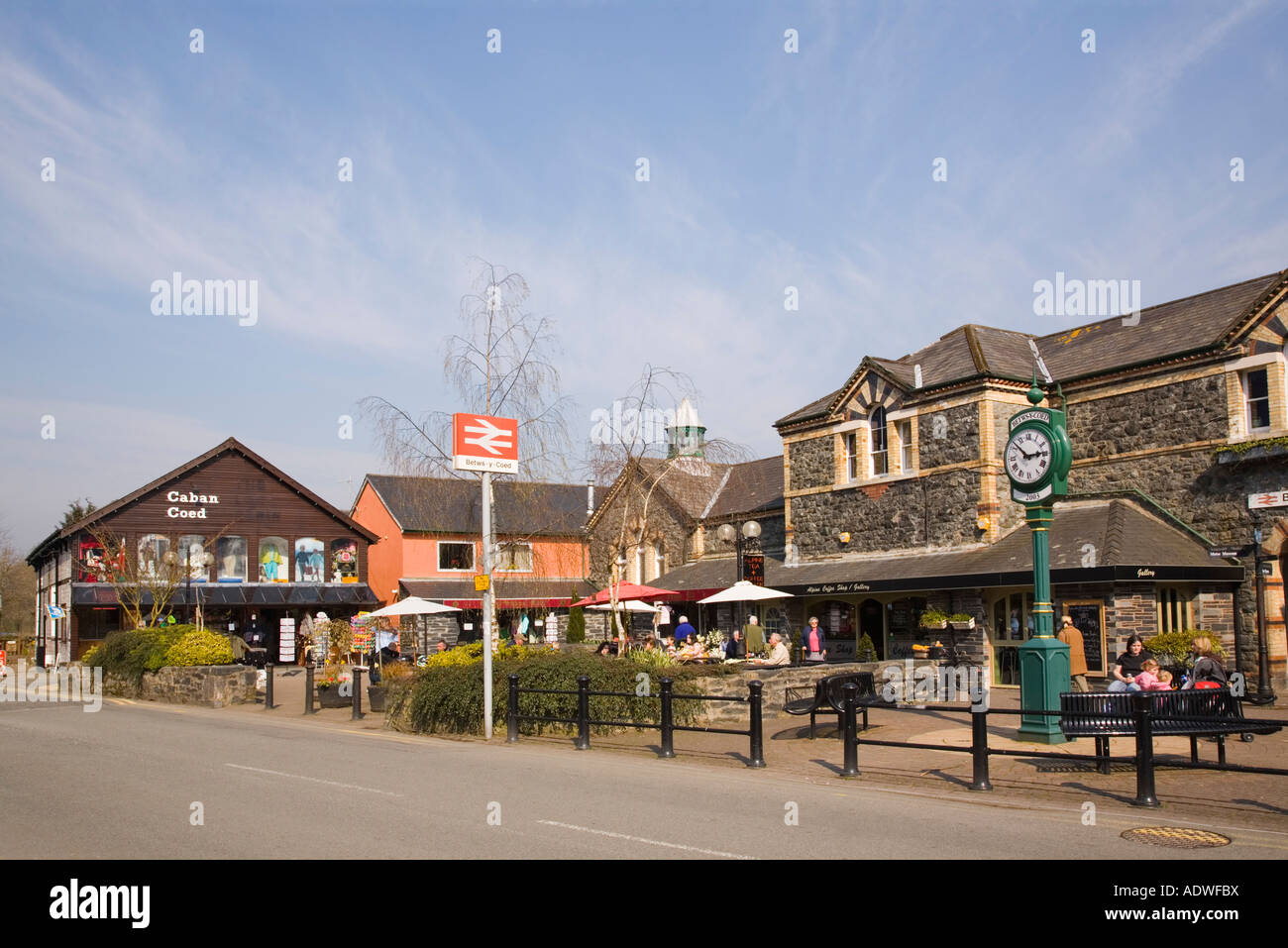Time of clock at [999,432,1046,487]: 2:52
